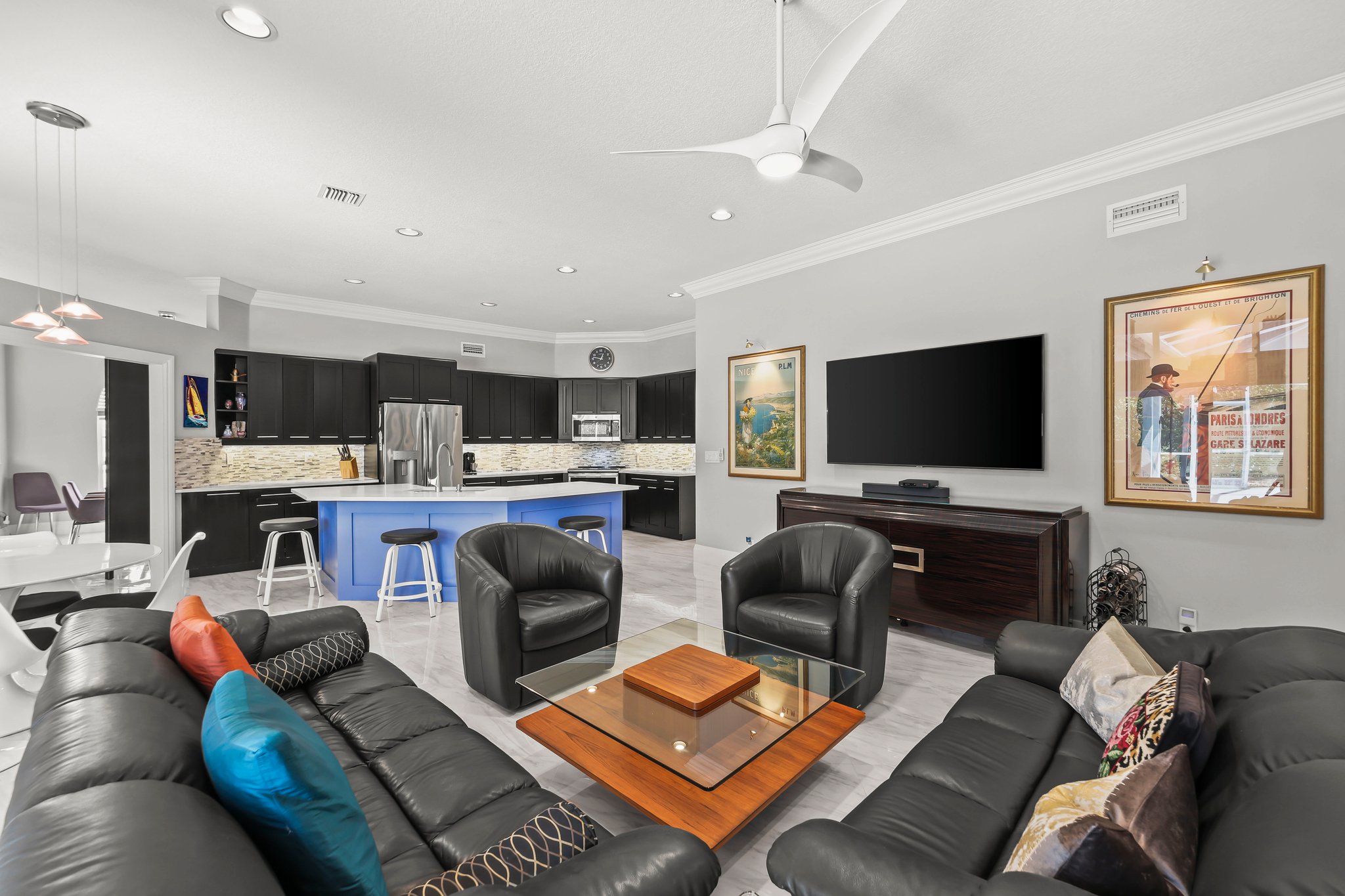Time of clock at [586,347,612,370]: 12:47
